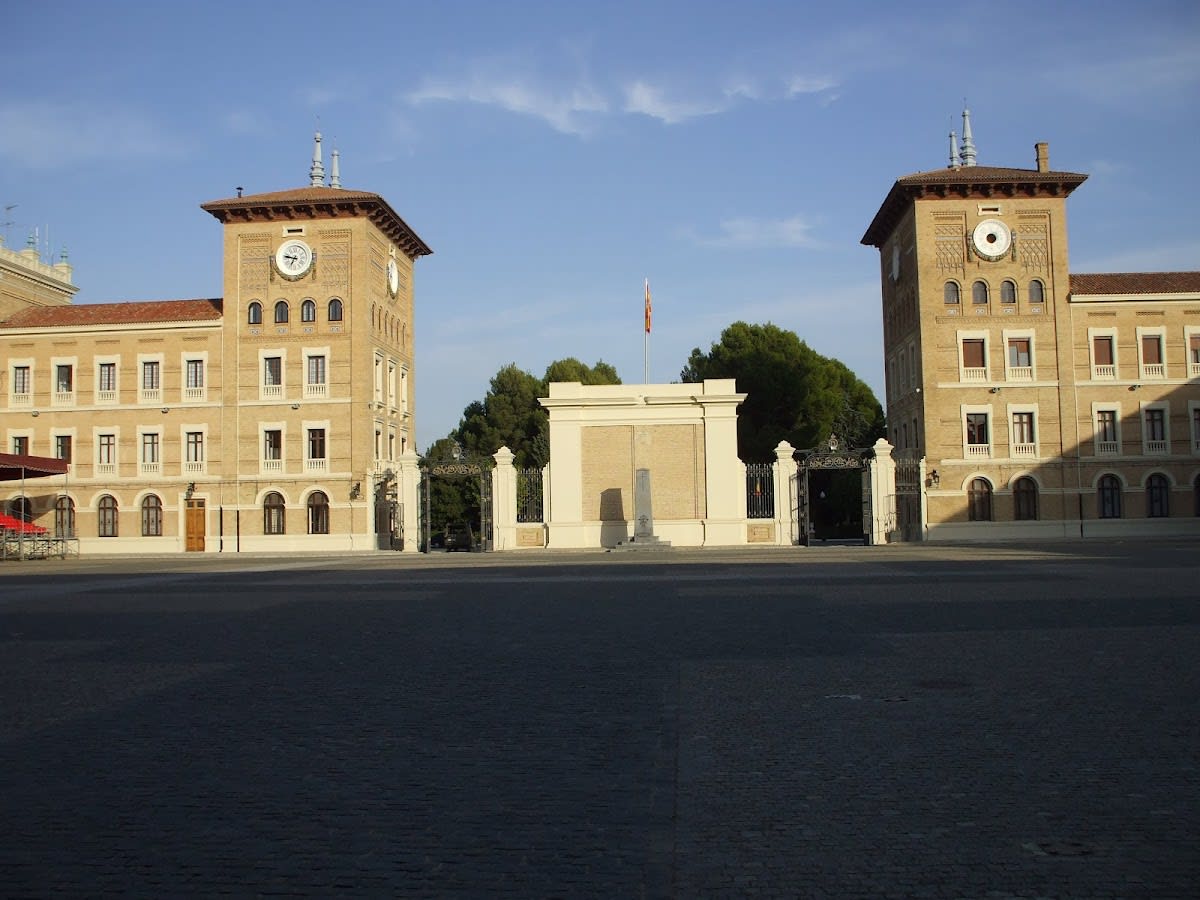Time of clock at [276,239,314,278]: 6:47
